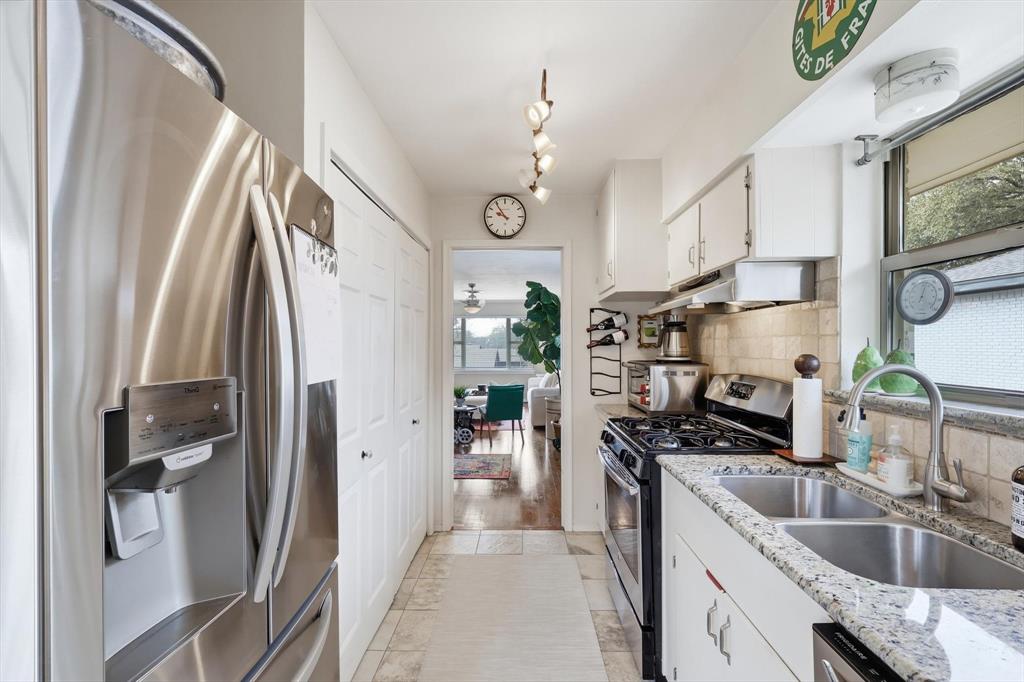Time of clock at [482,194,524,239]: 9:54
